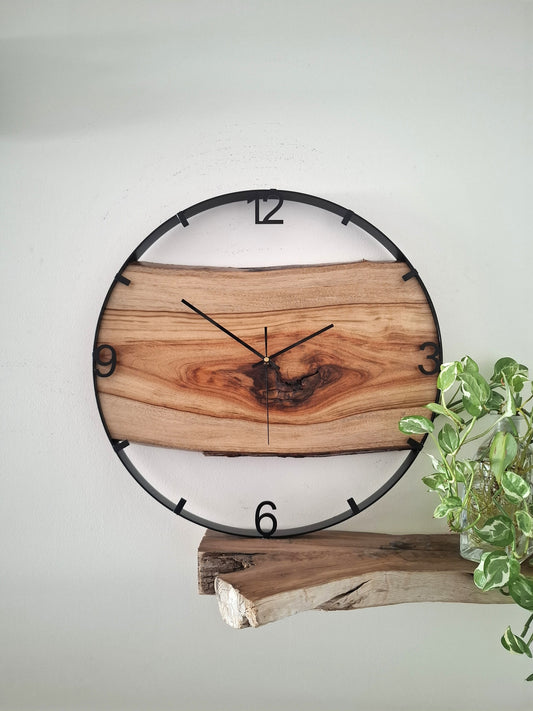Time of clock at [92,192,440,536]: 1:51
